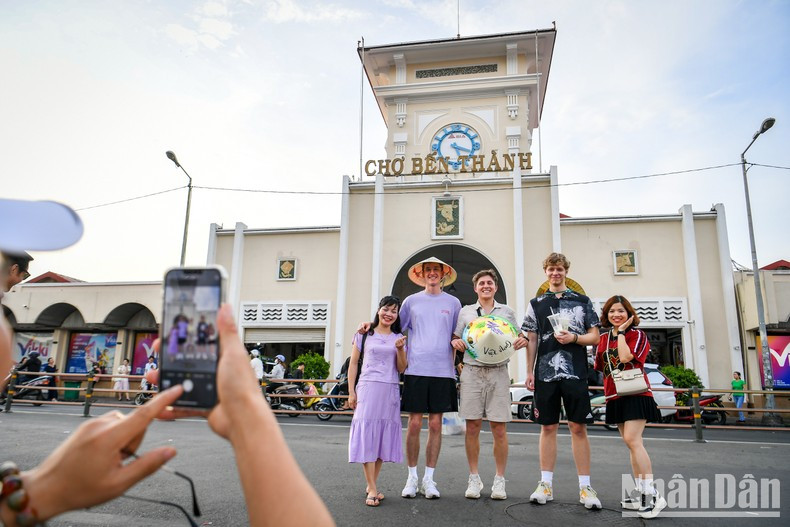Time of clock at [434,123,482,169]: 5:18
